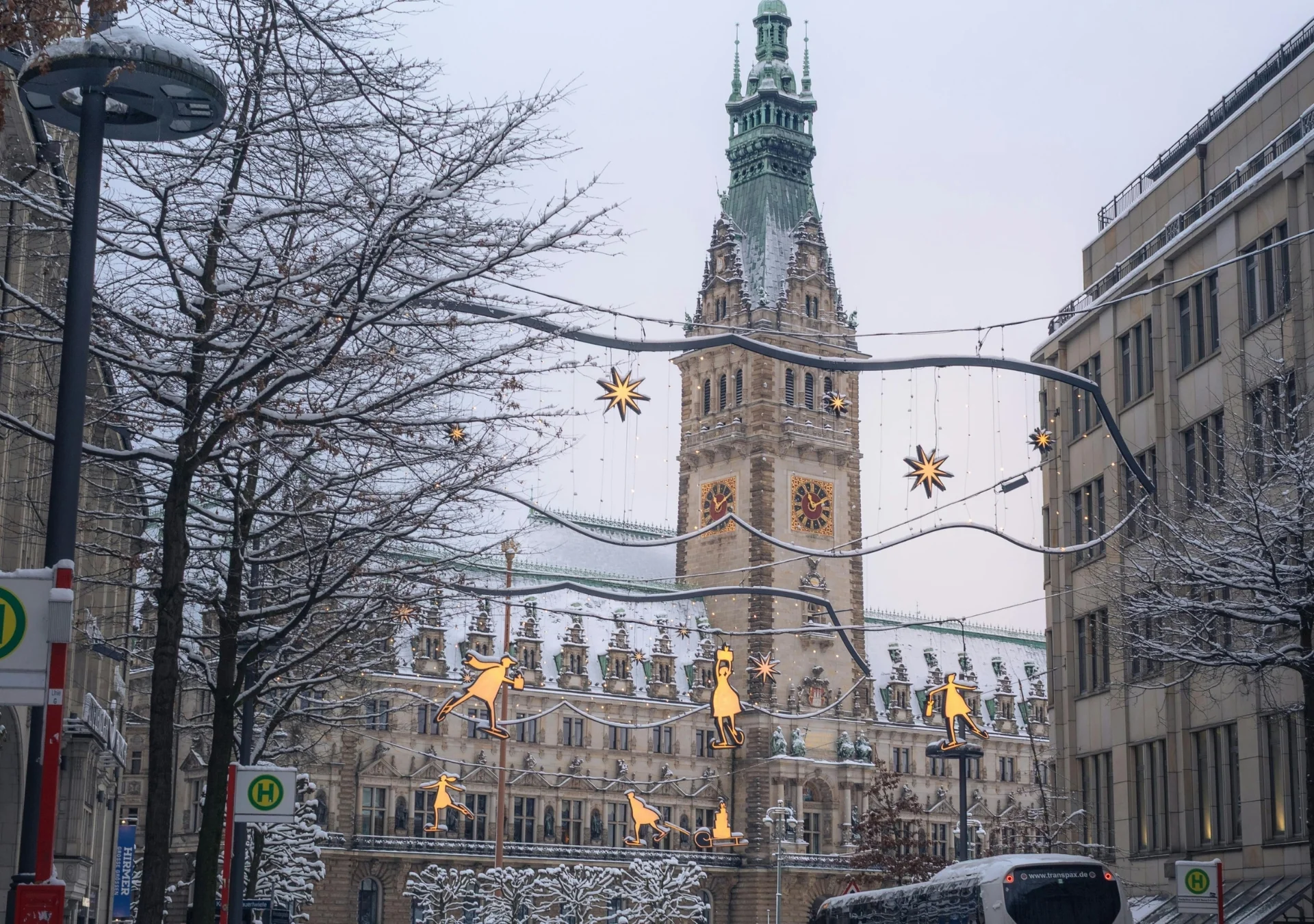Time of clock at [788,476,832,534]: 11:11
